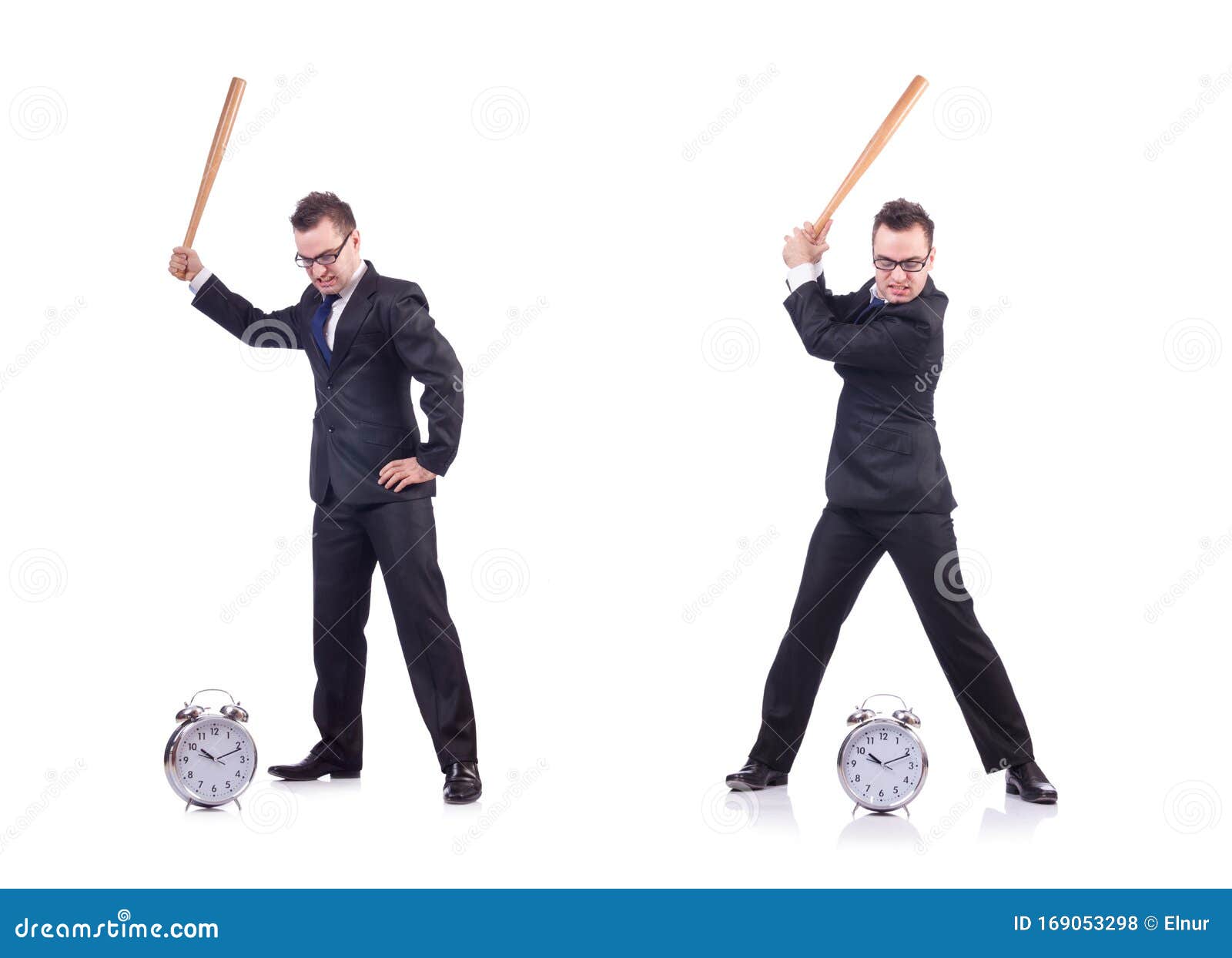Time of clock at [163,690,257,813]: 10:11
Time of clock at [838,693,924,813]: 10:11
